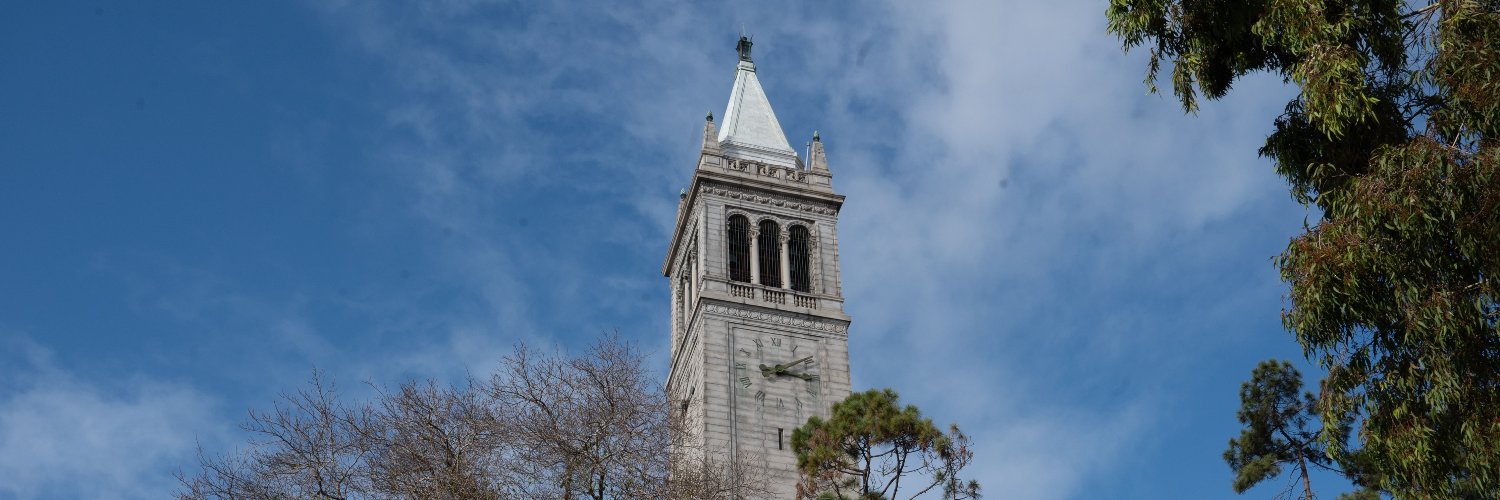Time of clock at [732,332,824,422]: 3:09
